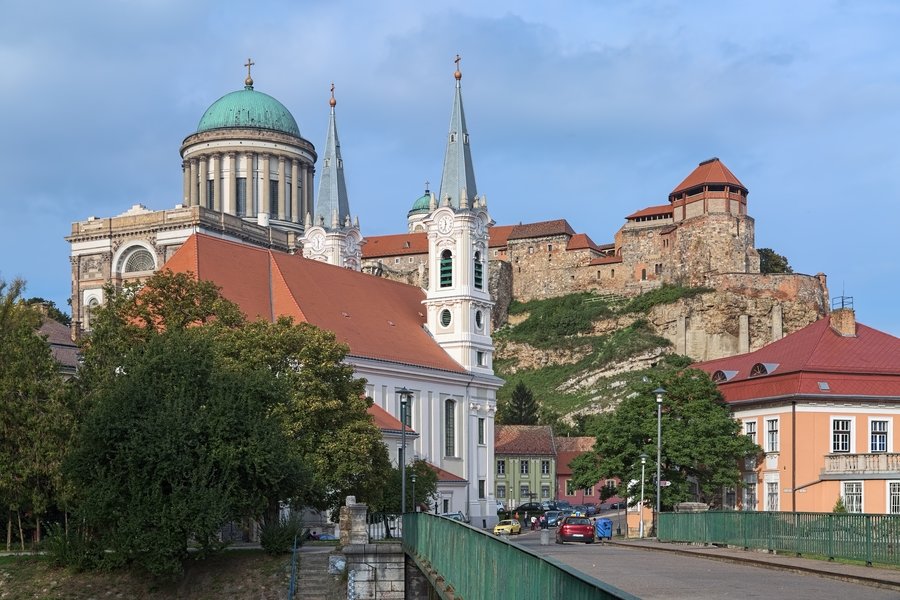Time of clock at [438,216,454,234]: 11:32
